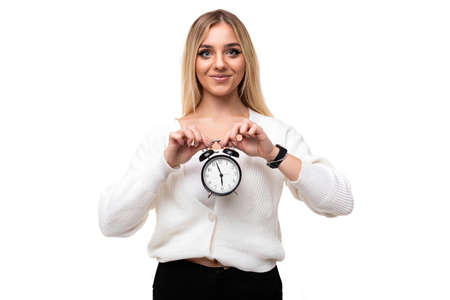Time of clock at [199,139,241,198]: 5:57
